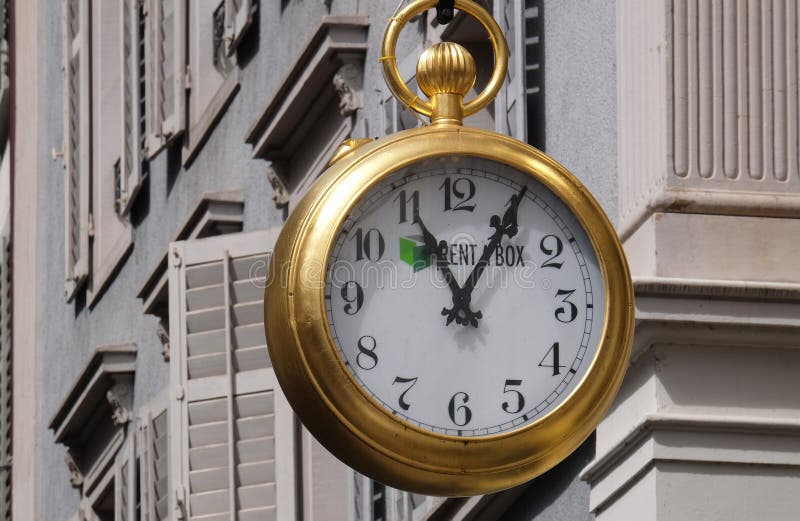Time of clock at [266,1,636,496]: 11:05
